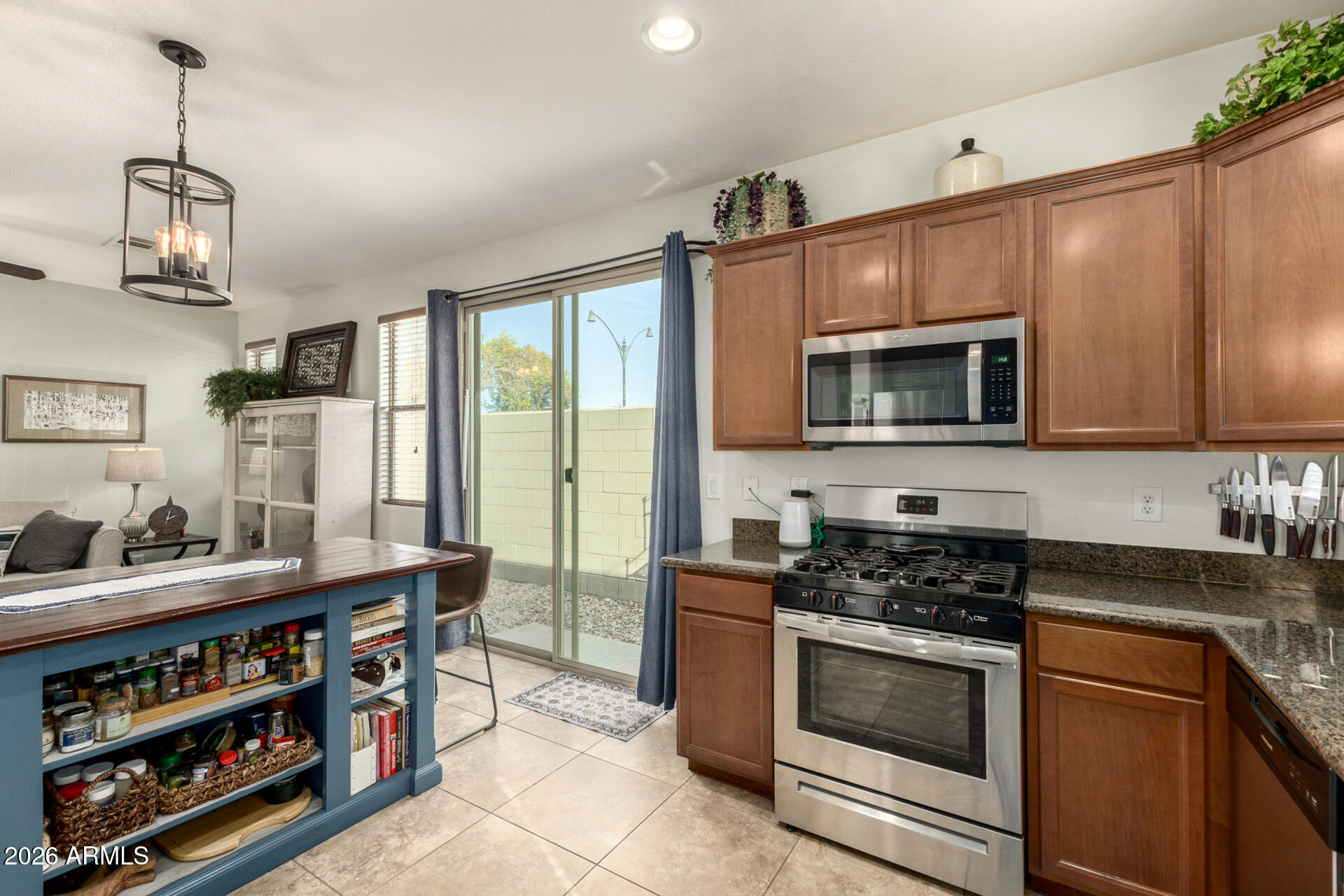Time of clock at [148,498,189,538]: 2:01
